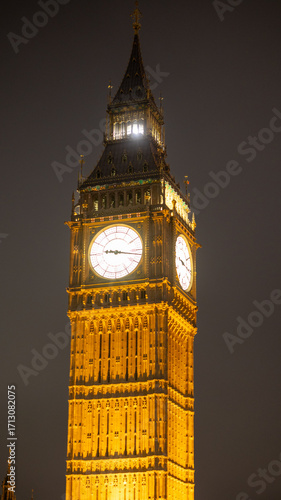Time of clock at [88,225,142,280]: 9:16
